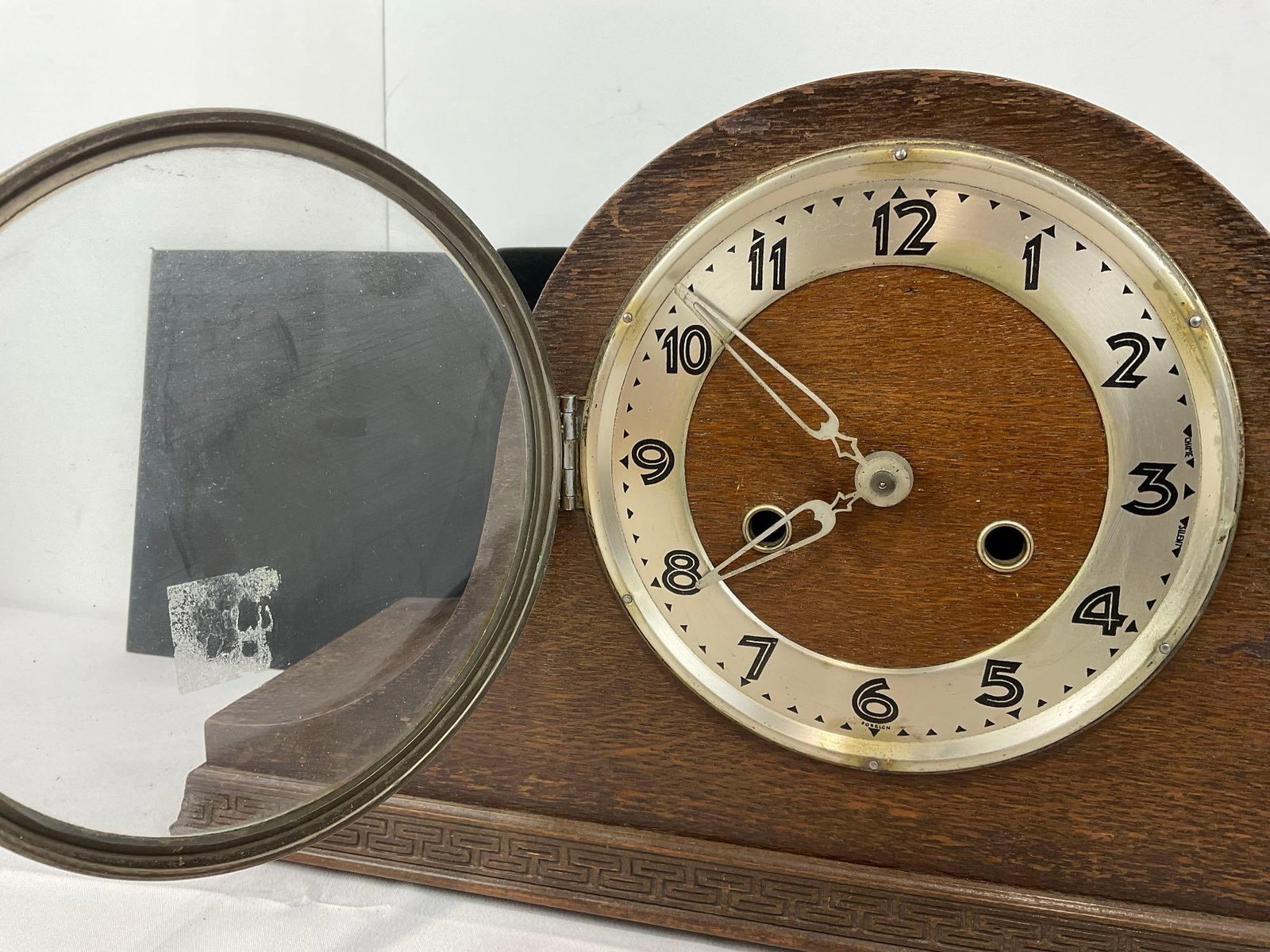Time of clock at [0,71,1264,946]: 7:51
